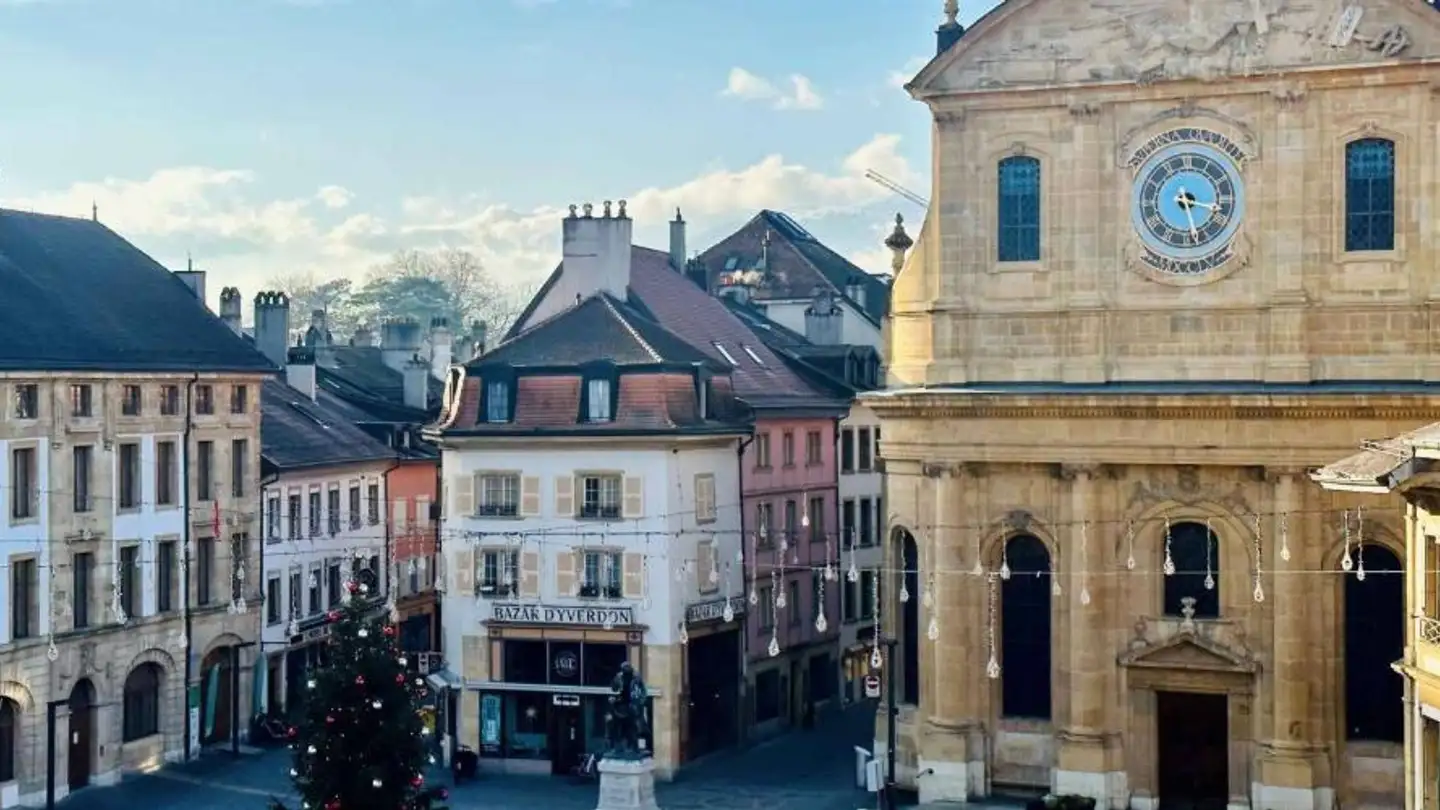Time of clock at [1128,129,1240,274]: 3:27
